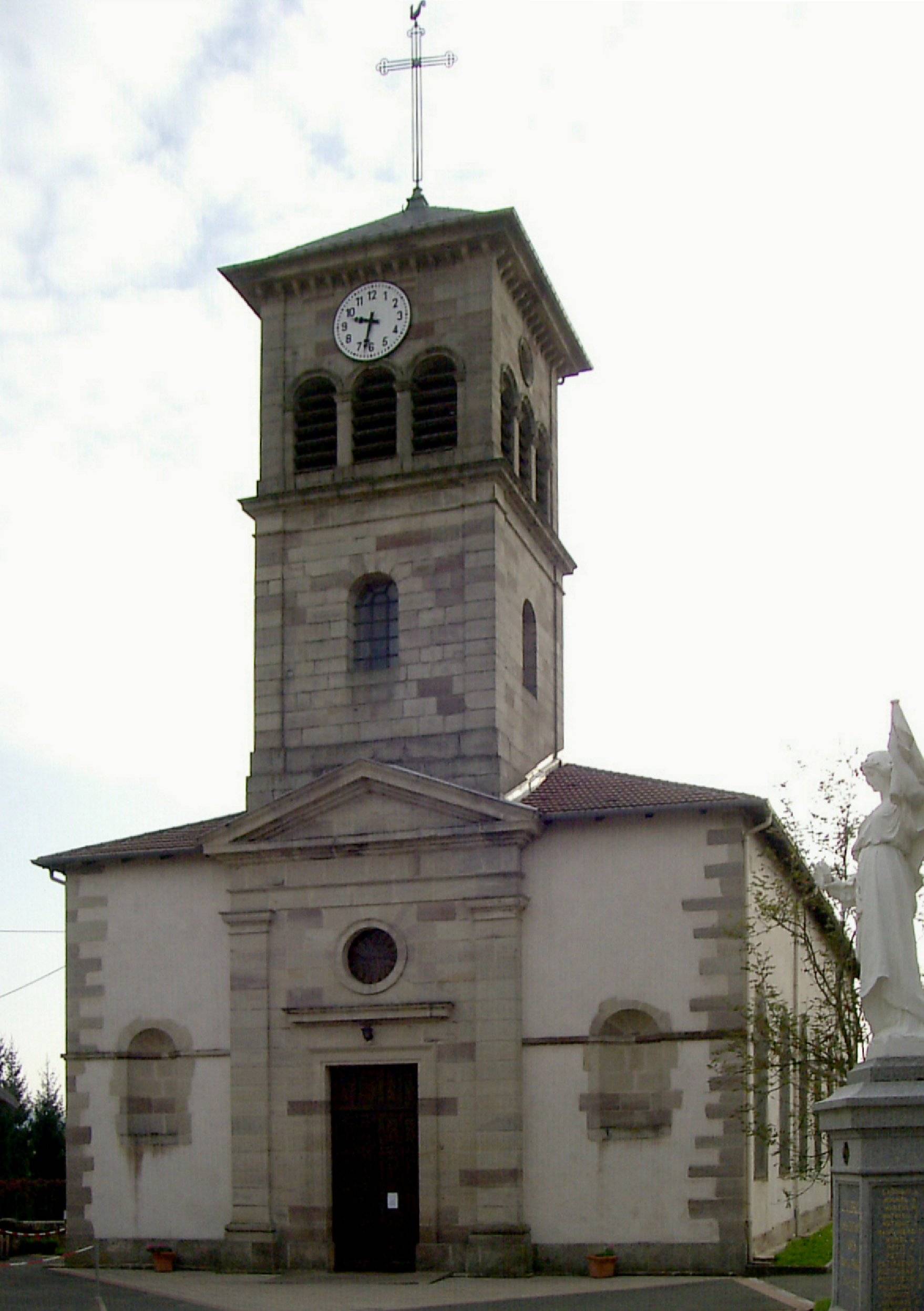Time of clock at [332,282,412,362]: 9:32
